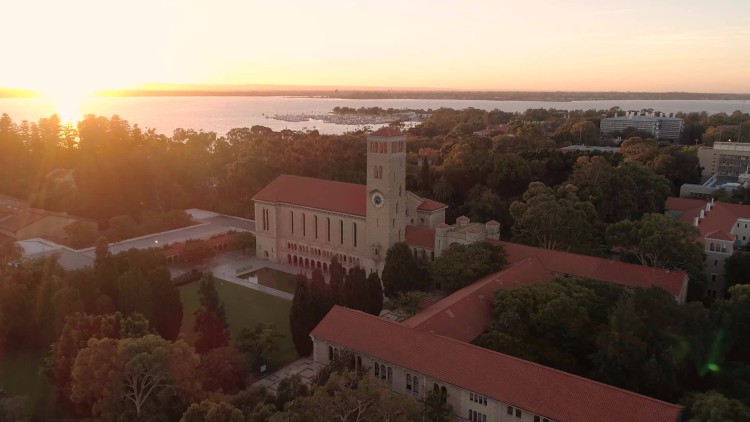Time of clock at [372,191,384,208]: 5:35
